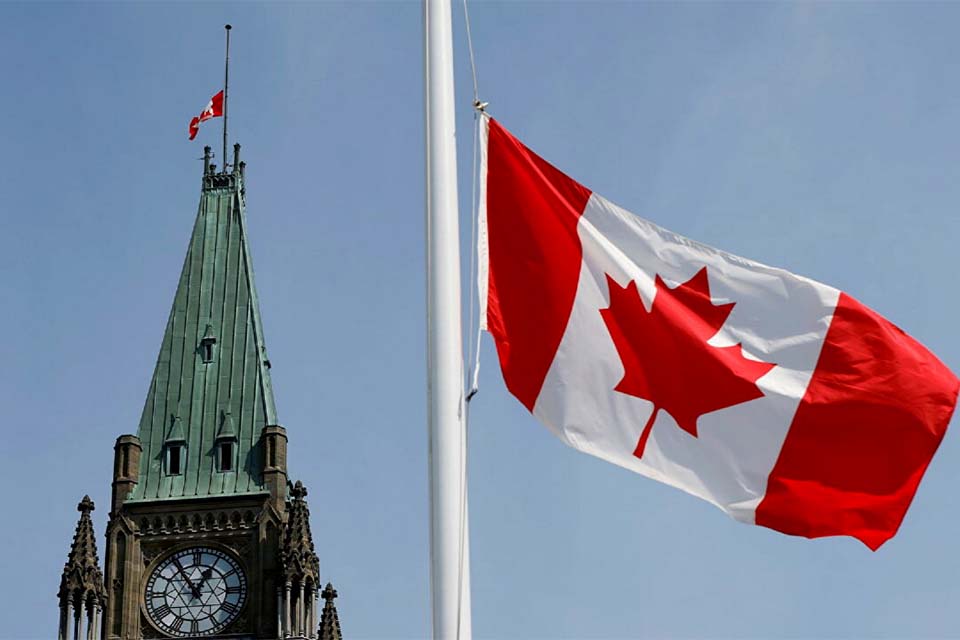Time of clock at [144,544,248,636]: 12:54
